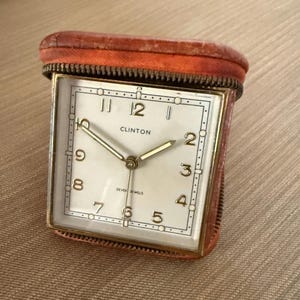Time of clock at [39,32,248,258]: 1:50
